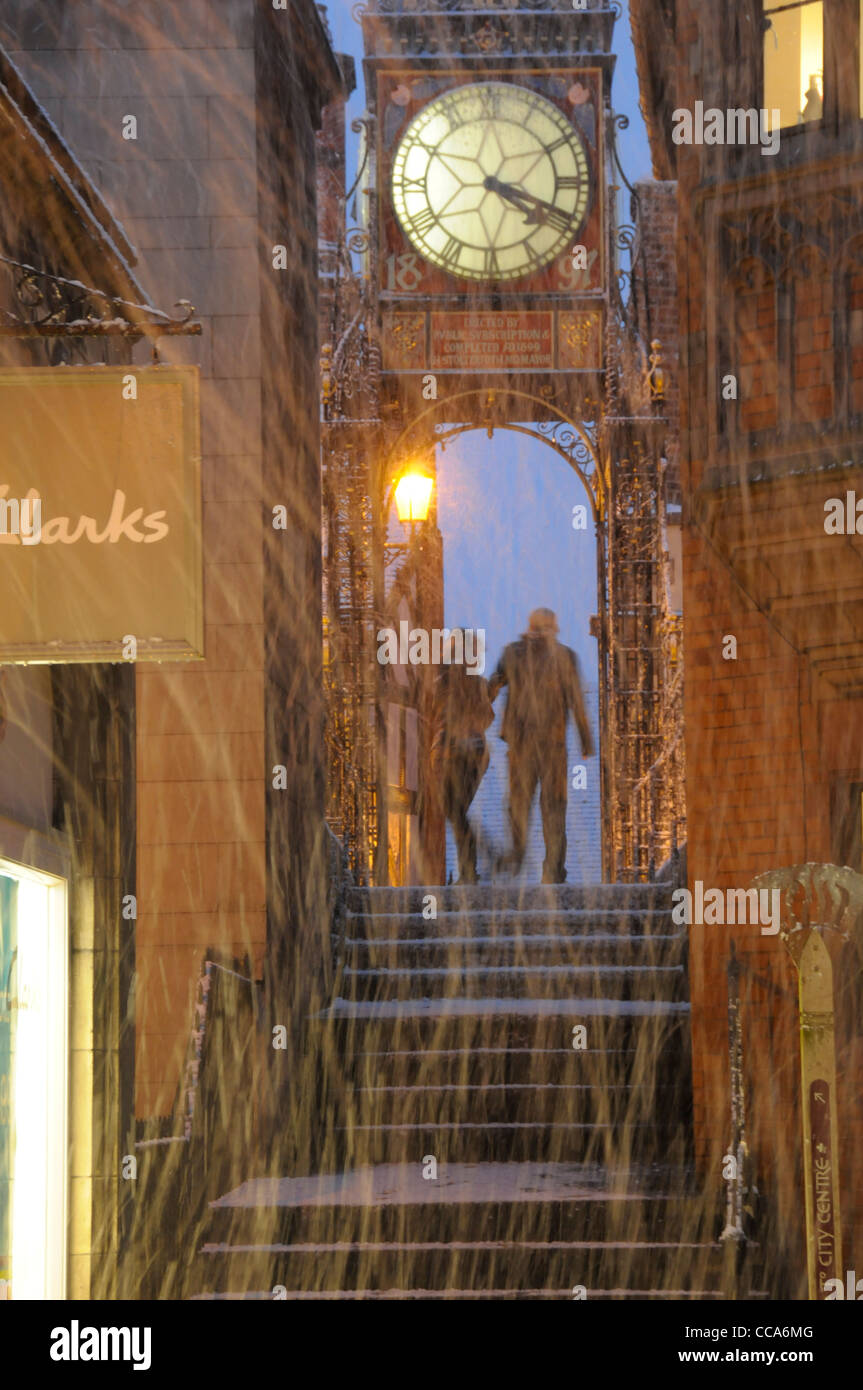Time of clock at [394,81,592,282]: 4:18
